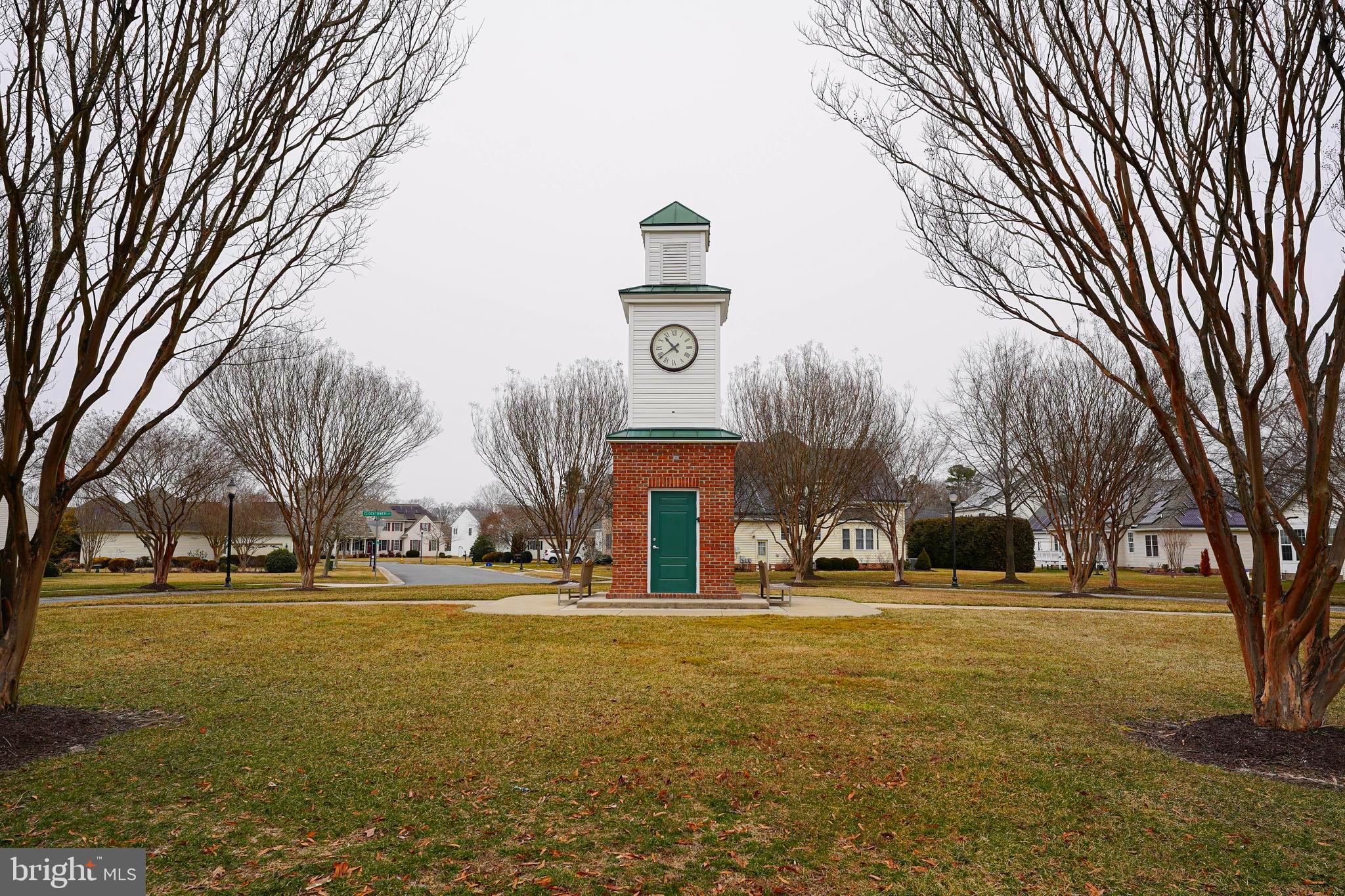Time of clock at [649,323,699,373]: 10:38
